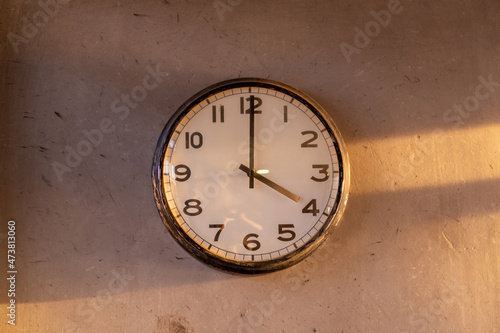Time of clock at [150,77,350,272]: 4:00
